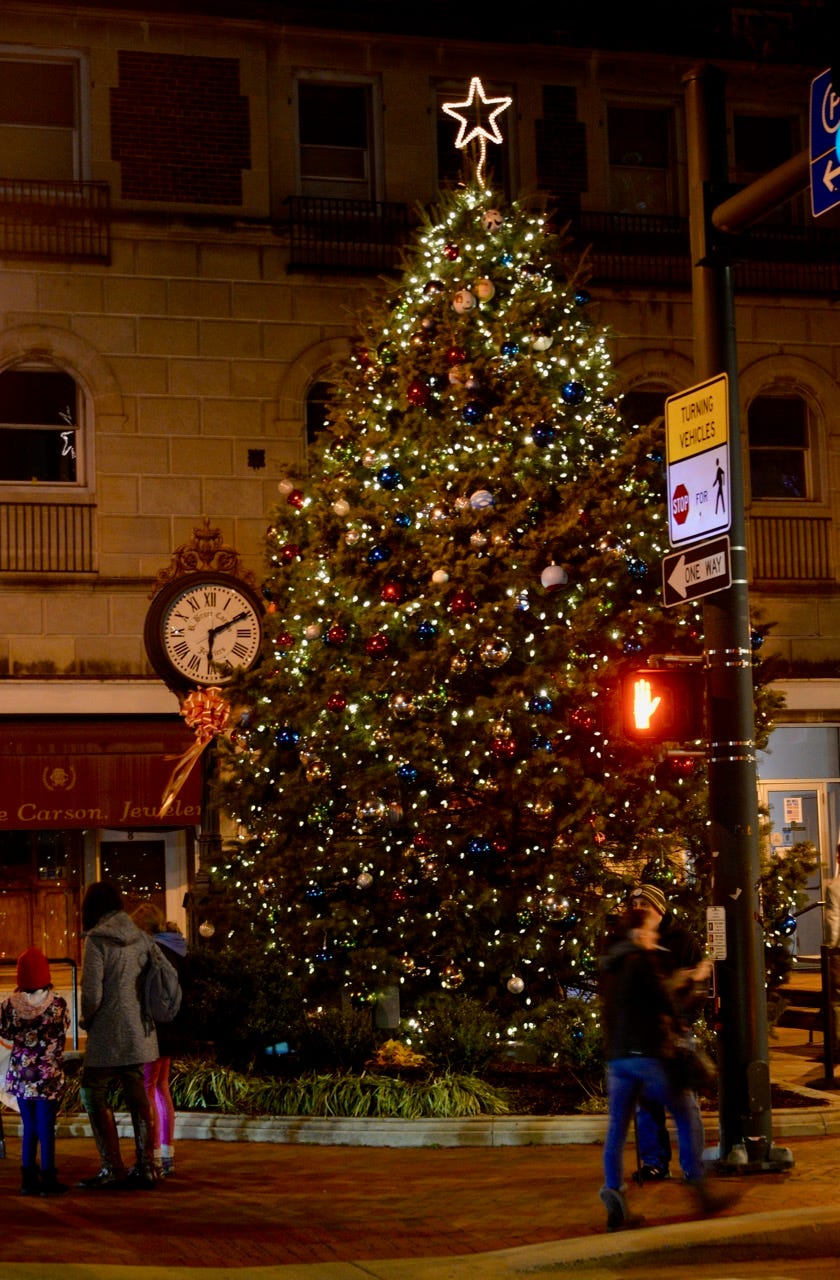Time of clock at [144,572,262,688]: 6:10
